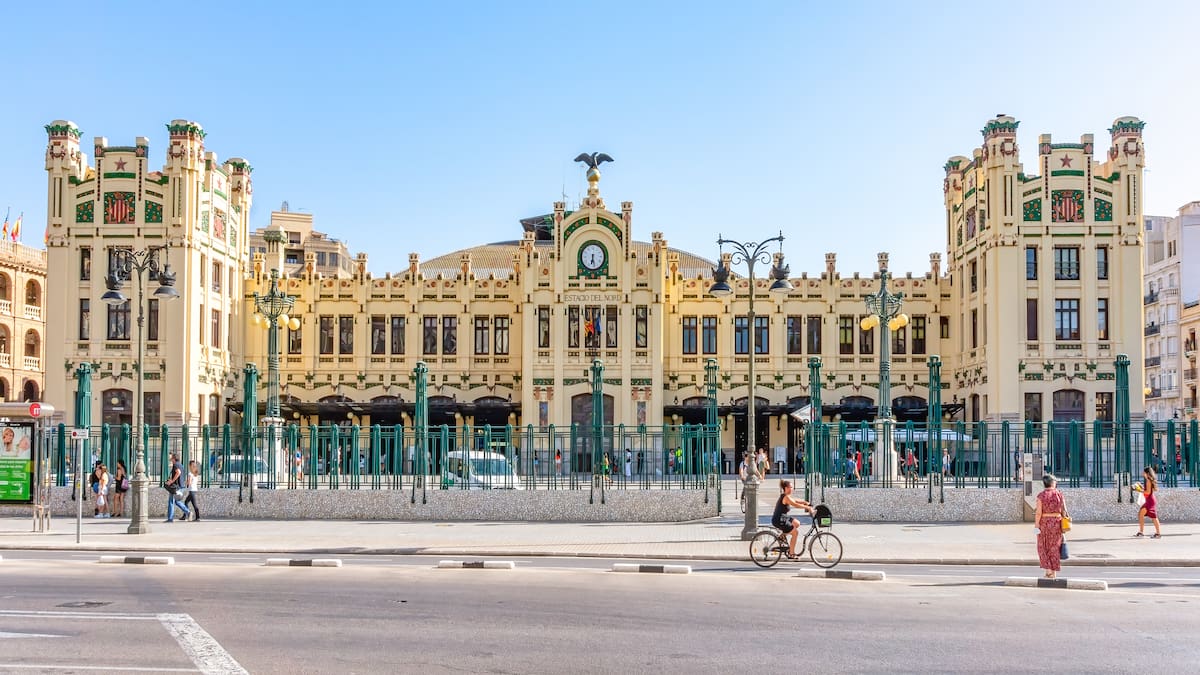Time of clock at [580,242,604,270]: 6:28
